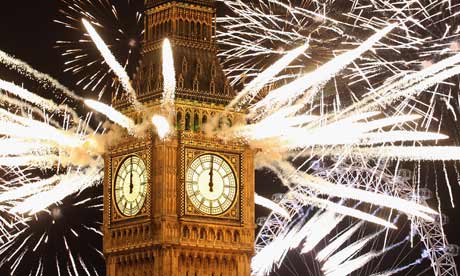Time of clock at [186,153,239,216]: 12:00
